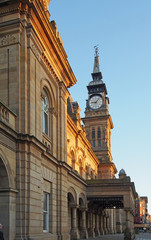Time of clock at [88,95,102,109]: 9:07
